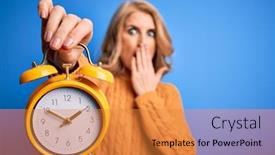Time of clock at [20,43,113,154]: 1:50
